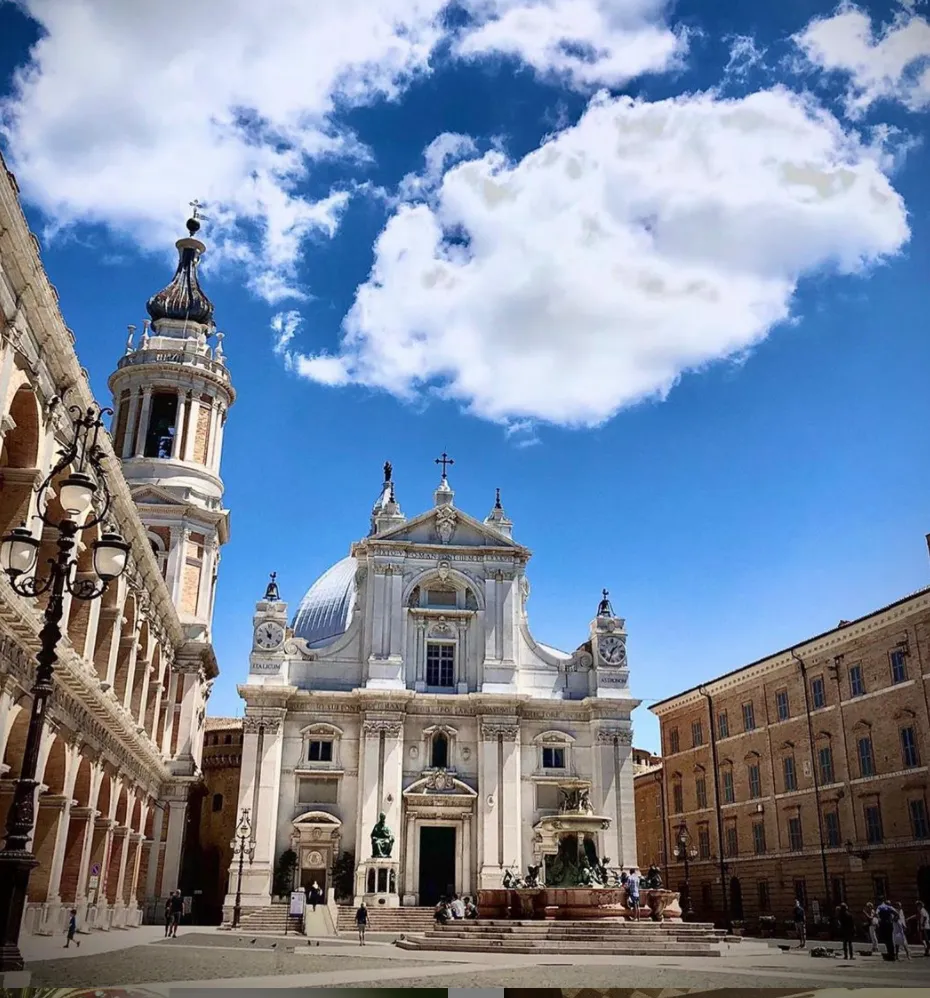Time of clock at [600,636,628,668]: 1:33
